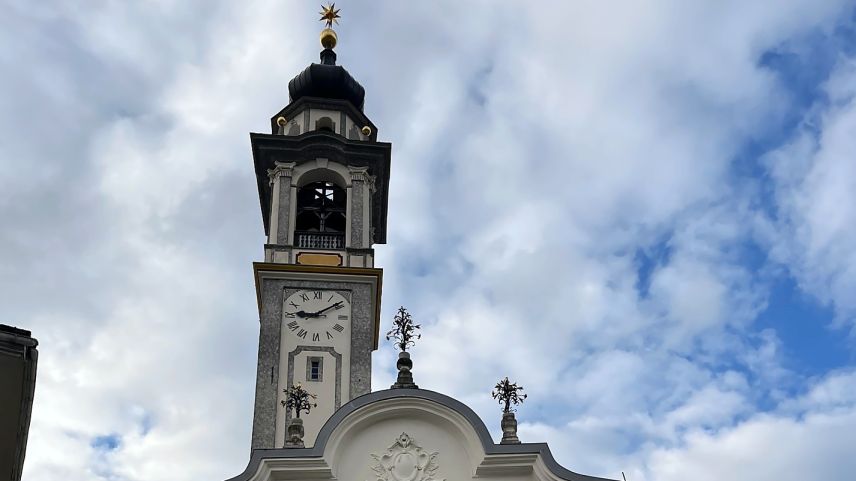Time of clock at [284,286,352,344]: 9:09
